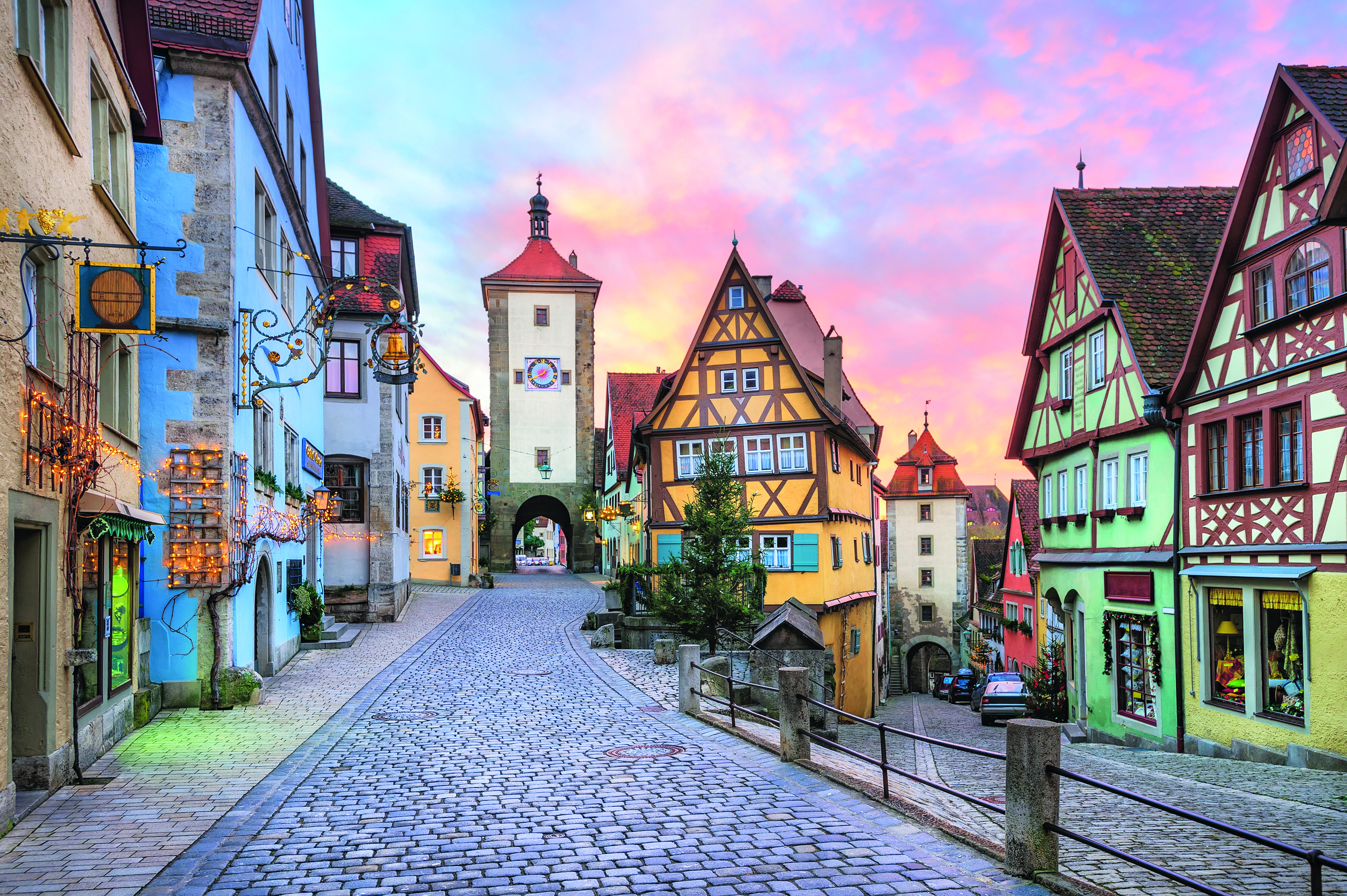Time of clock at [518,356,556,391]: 8:06
